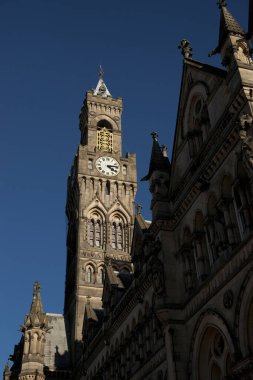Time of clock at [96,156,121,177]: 4:13
